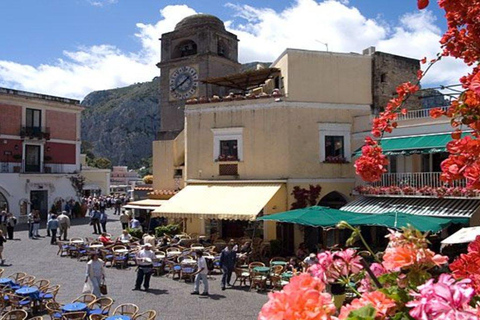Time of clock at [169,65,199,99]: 1:39
